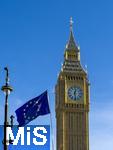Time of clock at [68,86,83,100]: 12:28
